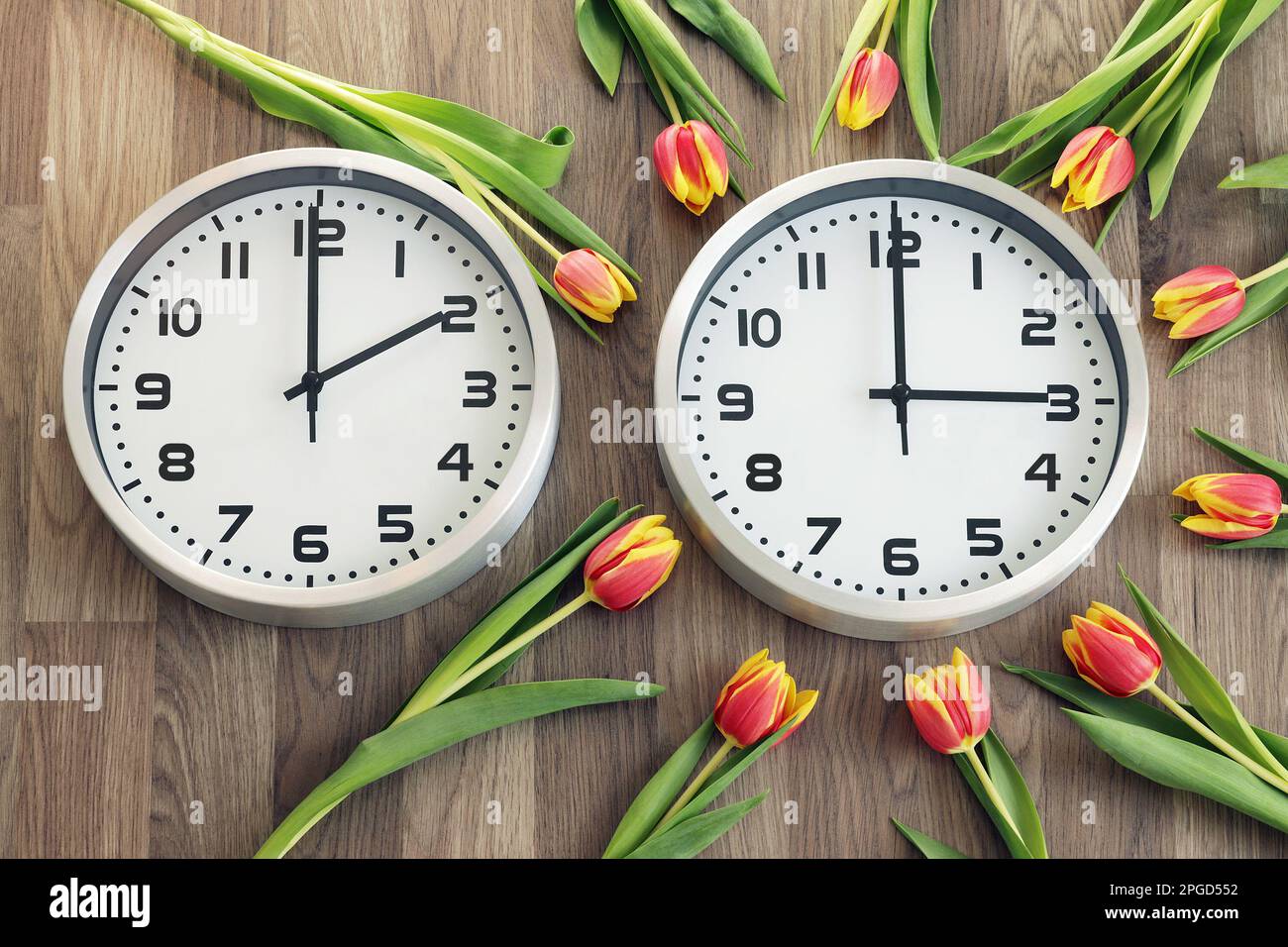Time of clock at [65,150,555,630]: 1:59
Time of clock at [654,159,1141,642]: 3:00
